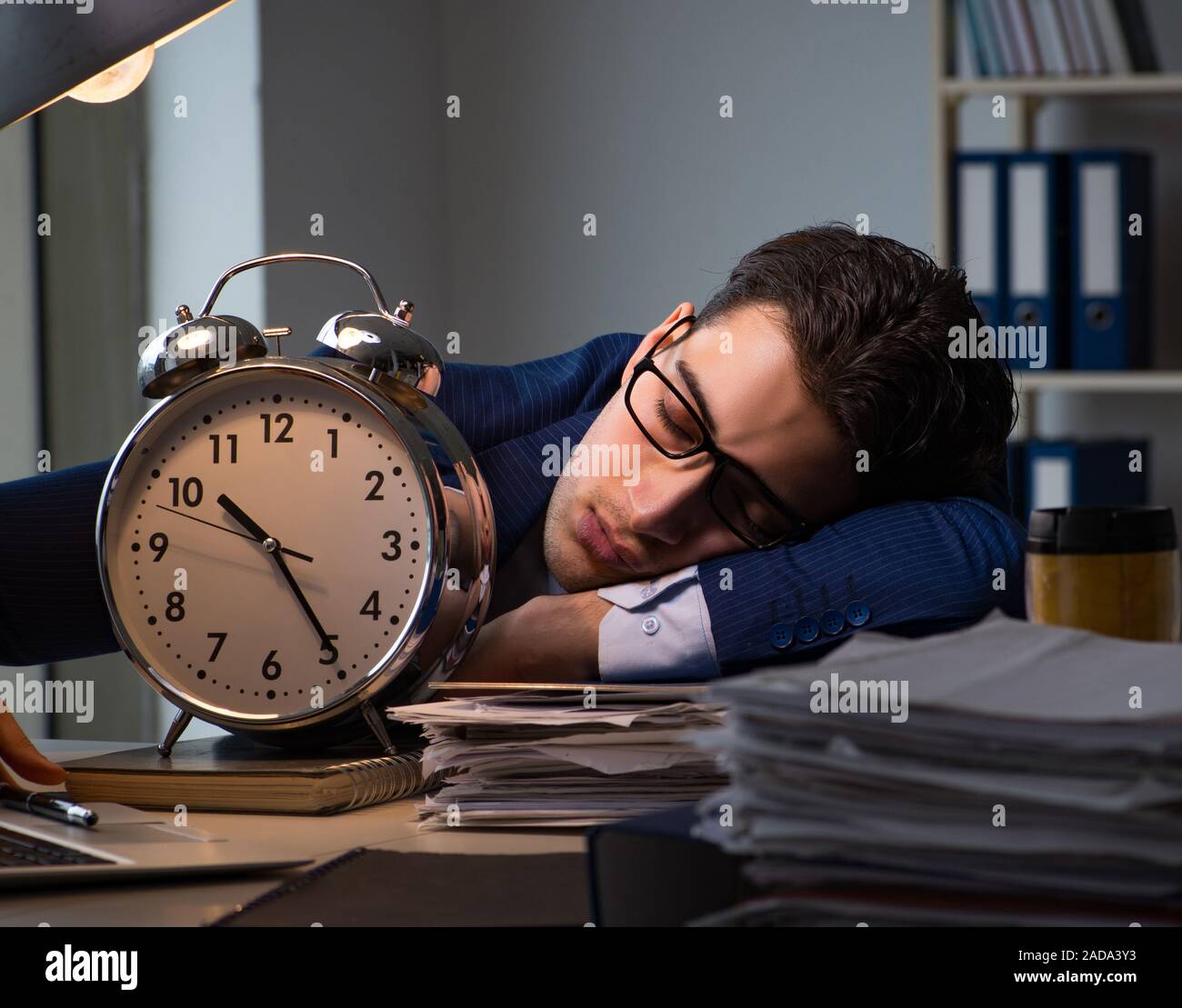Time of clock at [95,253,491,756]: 10:24
